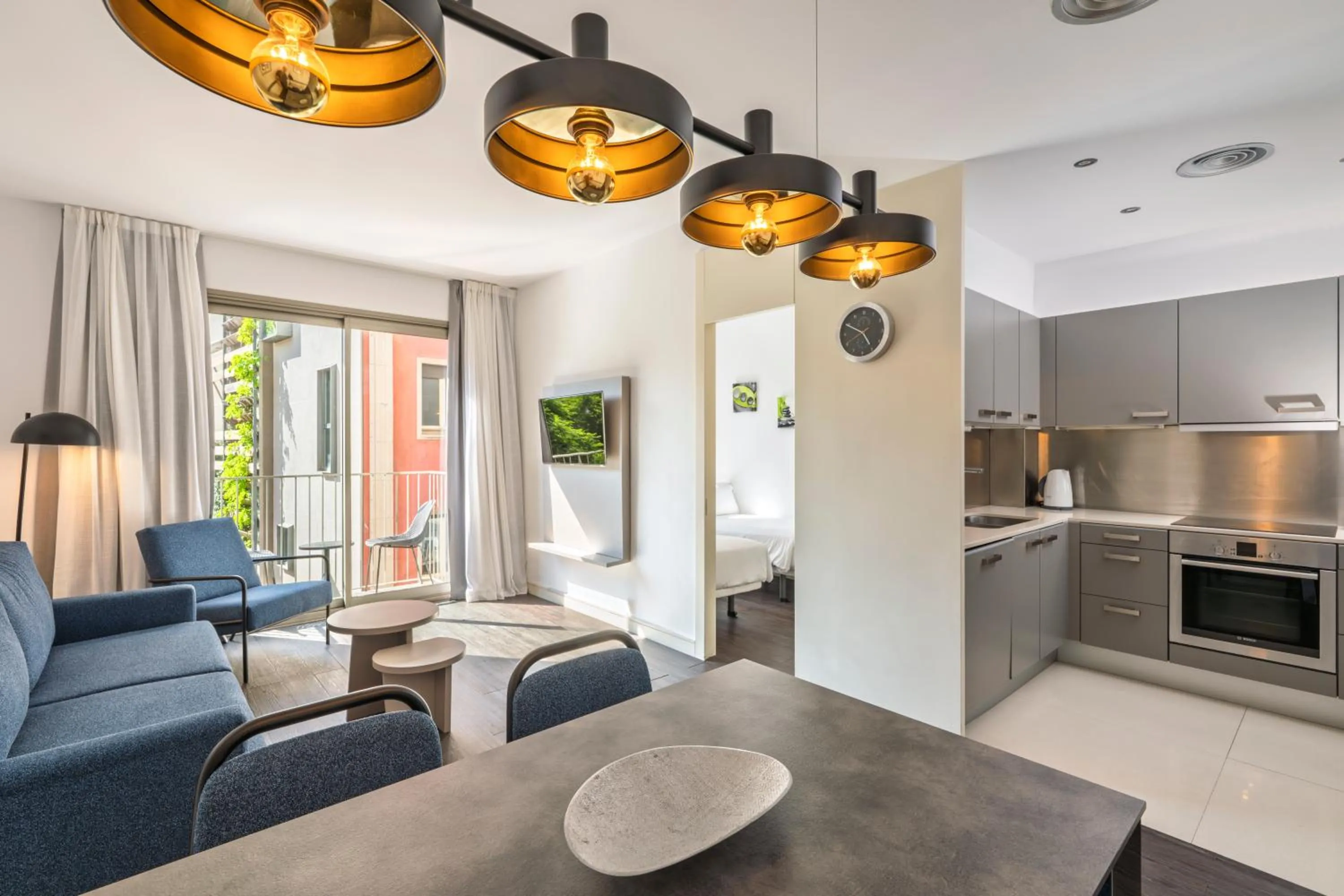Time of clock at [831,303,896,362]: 4:50
